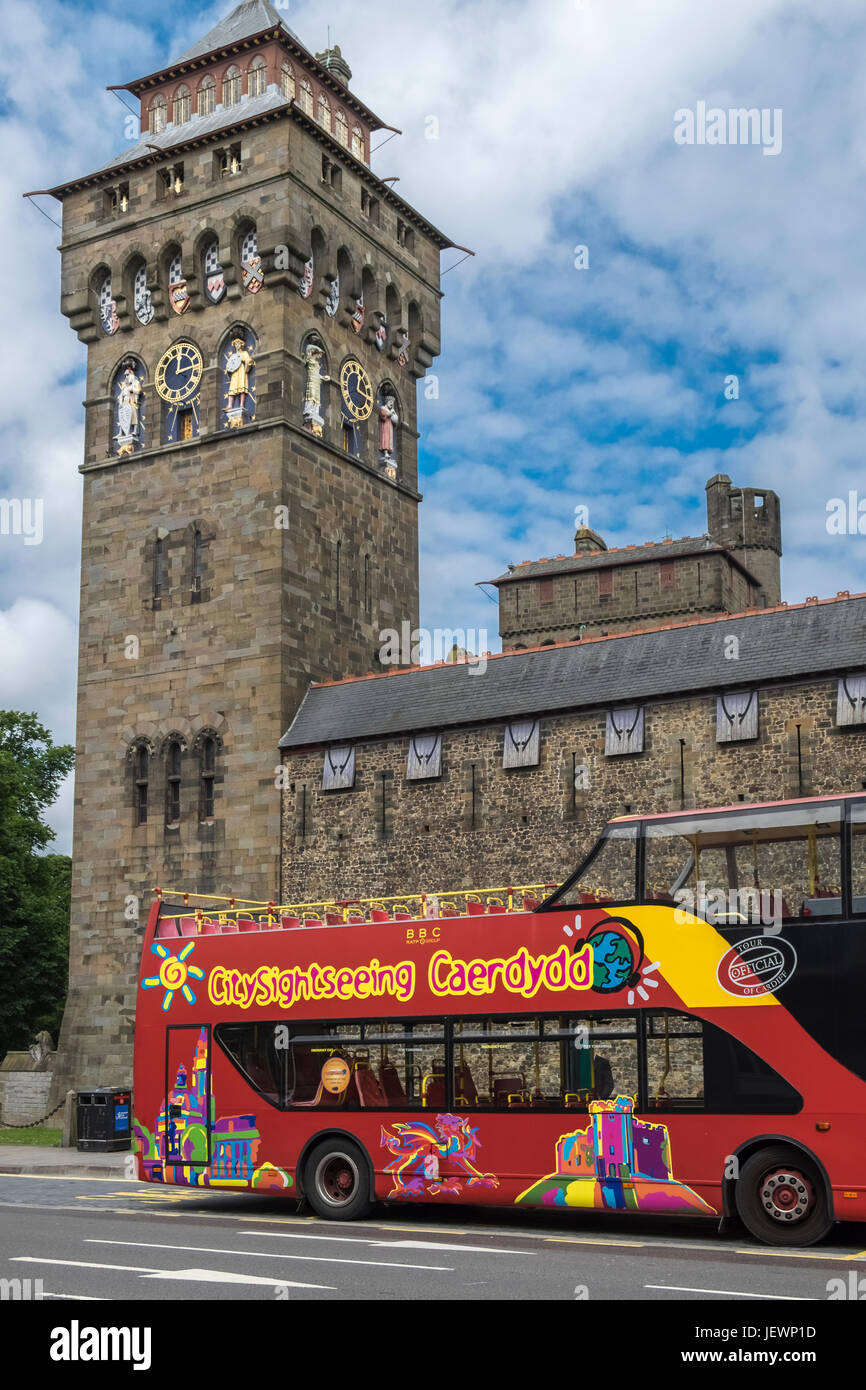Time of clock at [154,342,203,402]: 12:12
